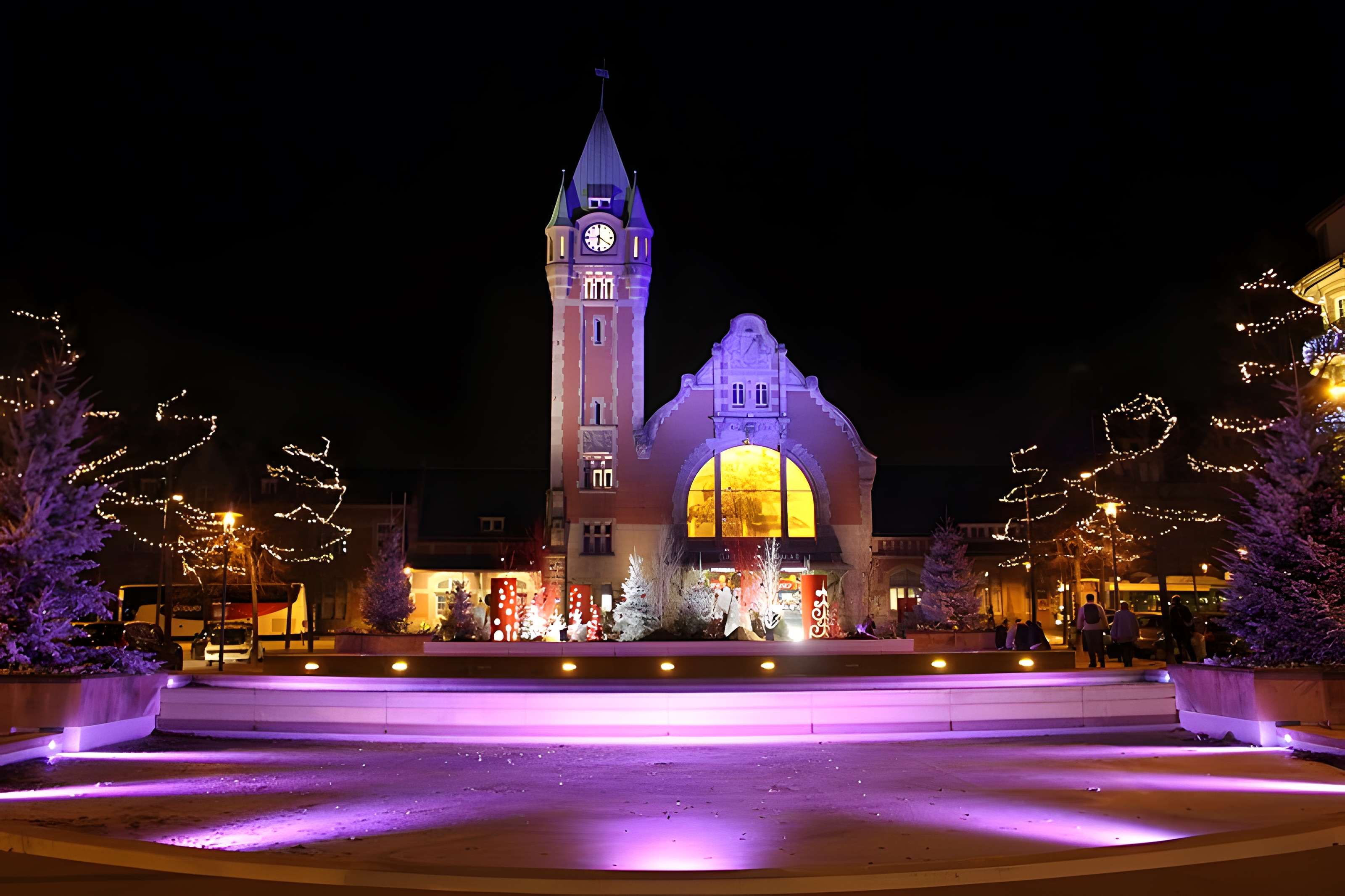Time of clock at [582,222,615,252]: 6:20
